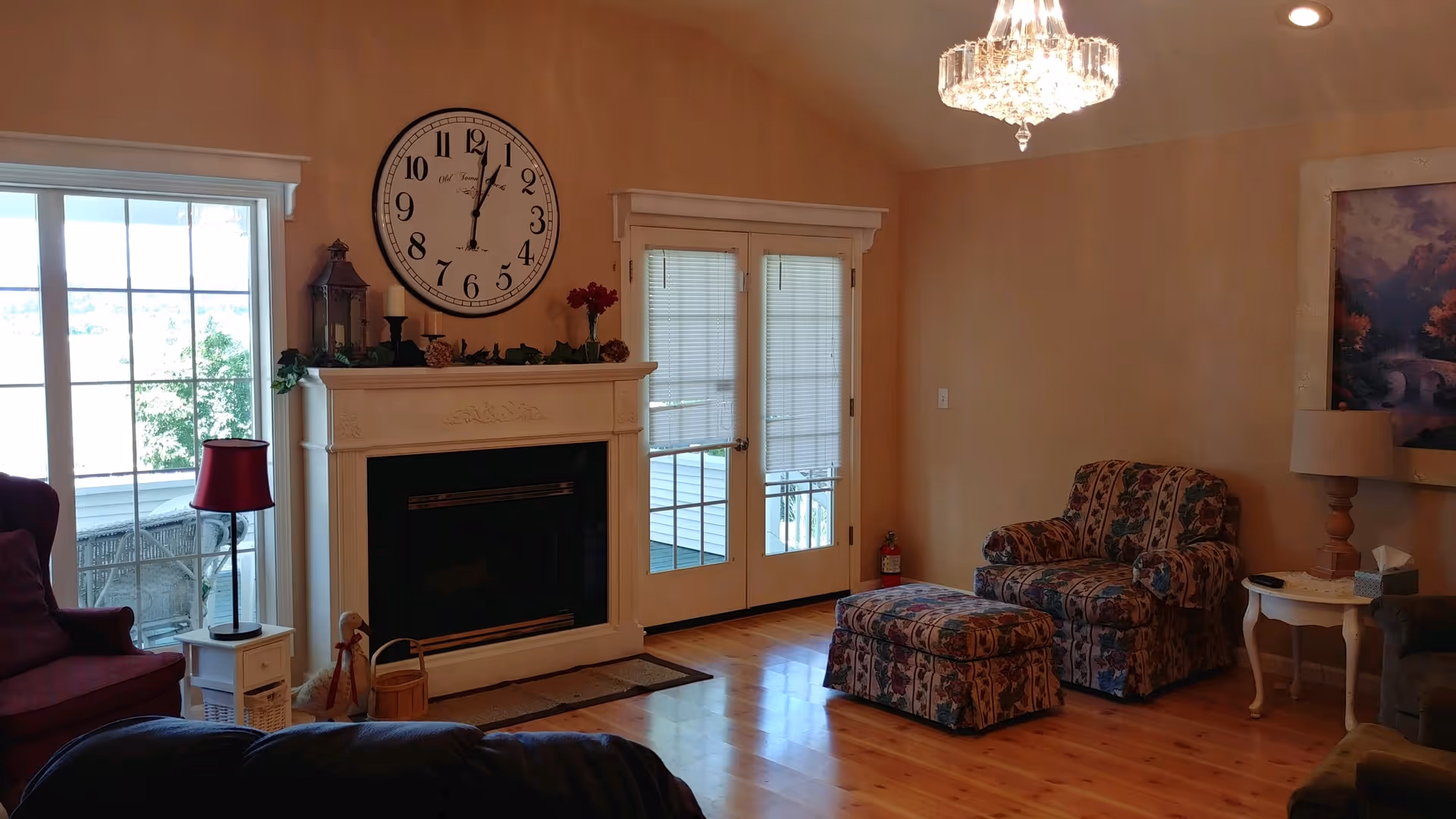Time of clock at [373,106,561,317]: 1:01
